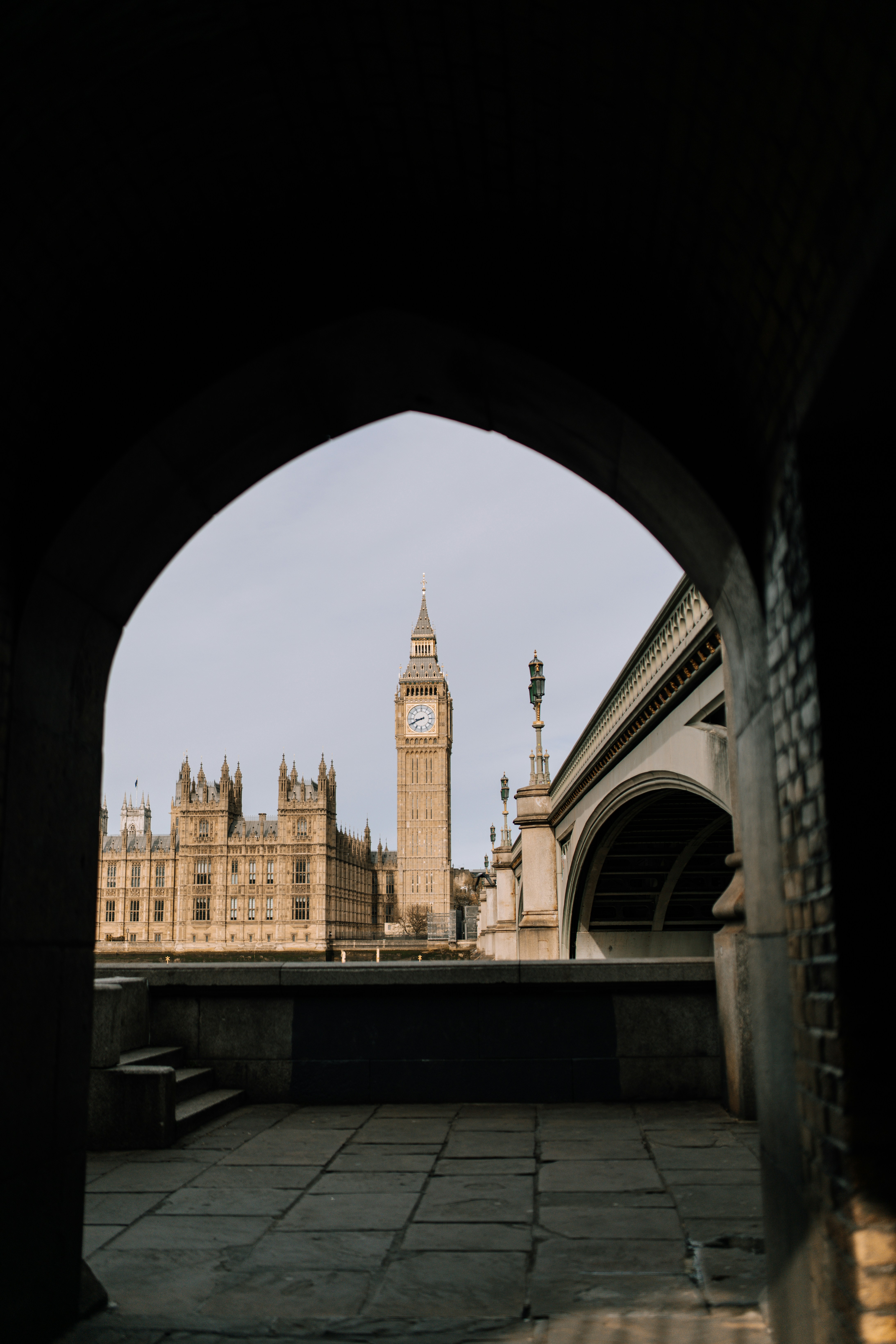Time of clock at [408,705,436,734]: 8:40
